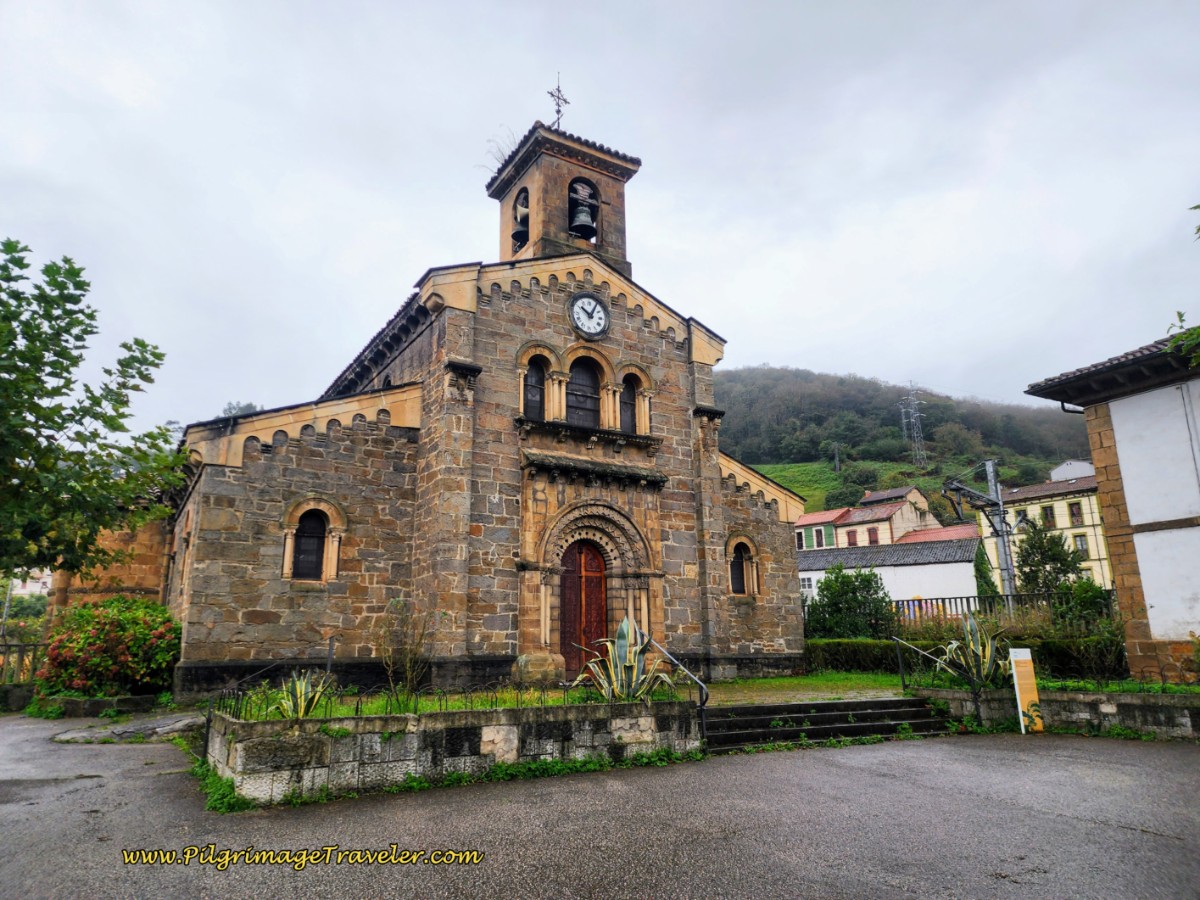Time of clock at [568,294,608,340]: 10:05
